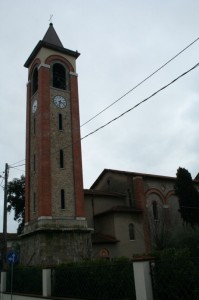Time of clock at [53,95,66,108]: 3:32
